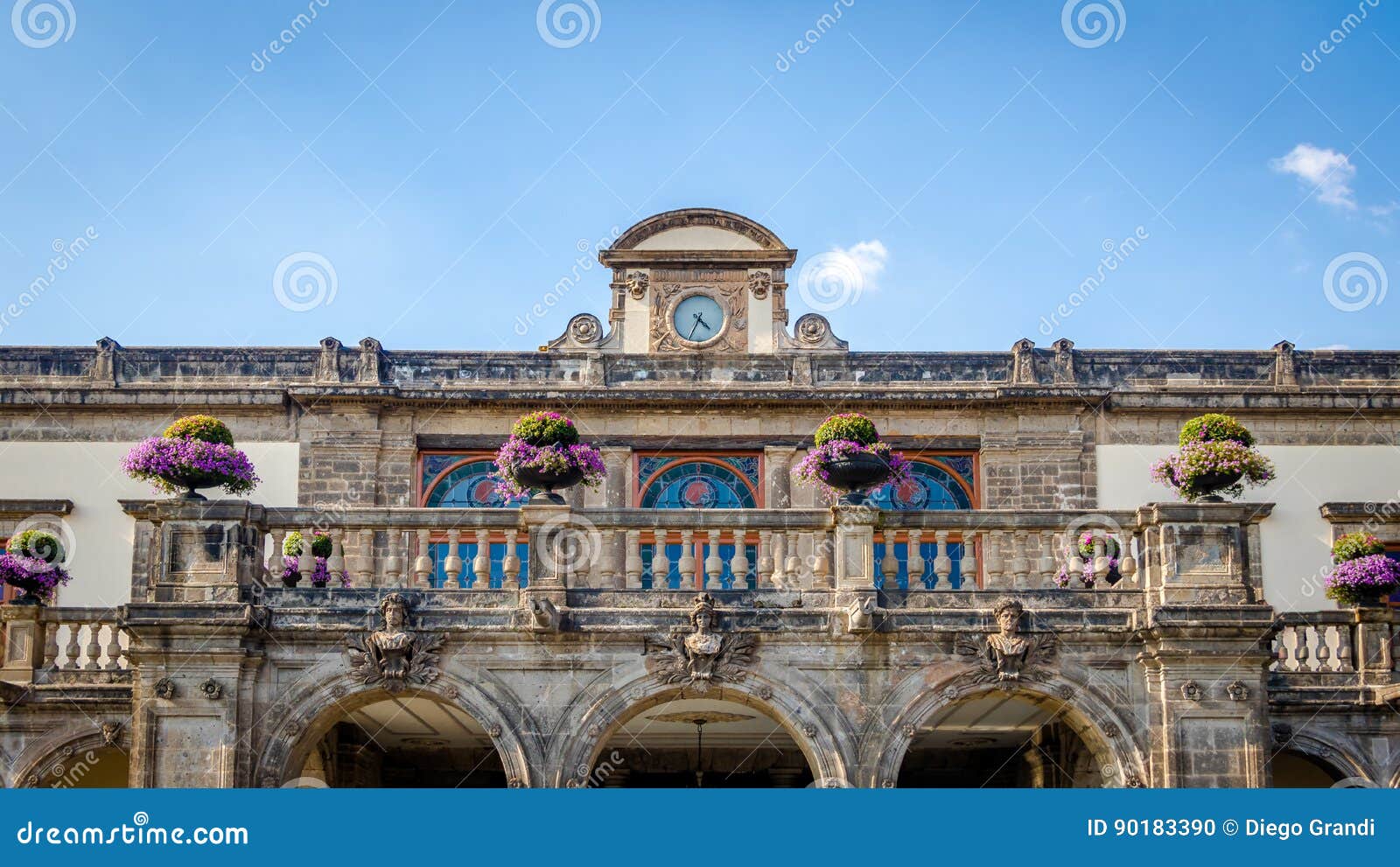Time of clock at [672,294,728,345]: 4:34
